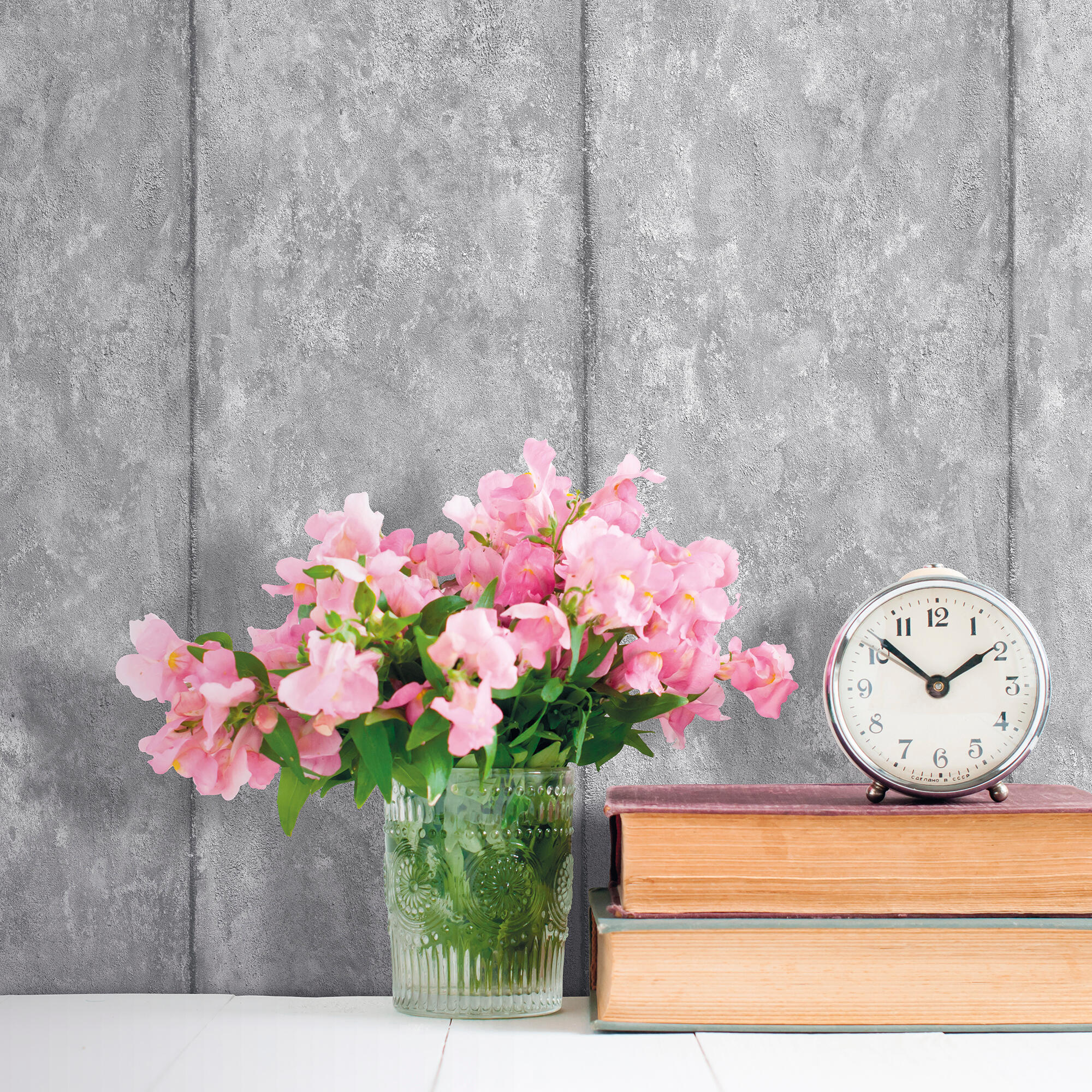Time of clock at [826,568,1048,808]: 1:51
